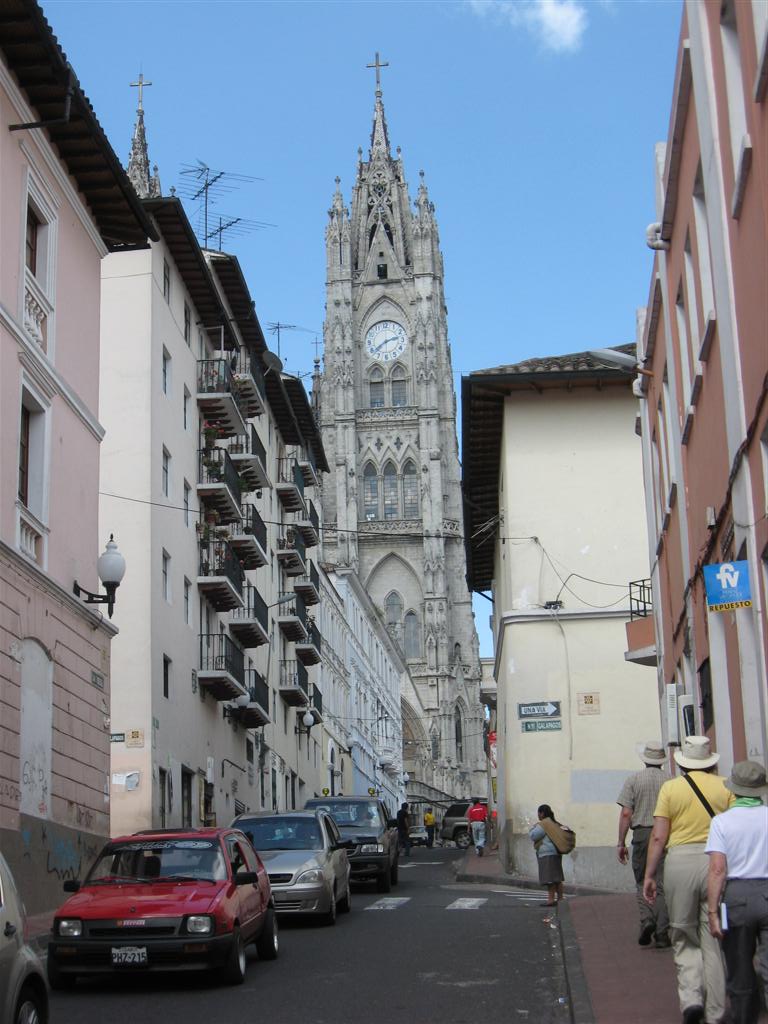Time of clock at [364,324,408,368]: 2:38
